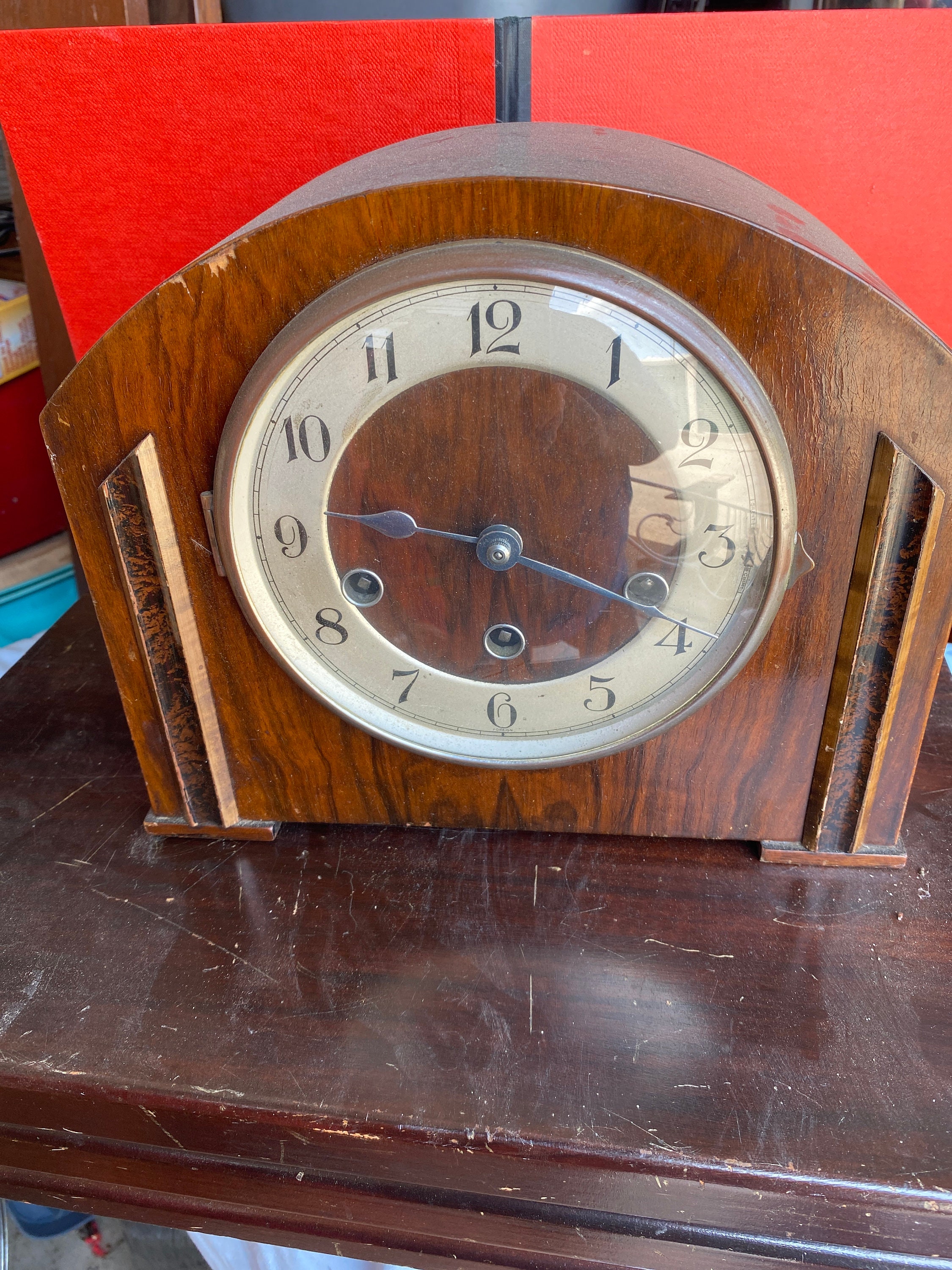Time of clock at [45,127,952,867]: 9:19
